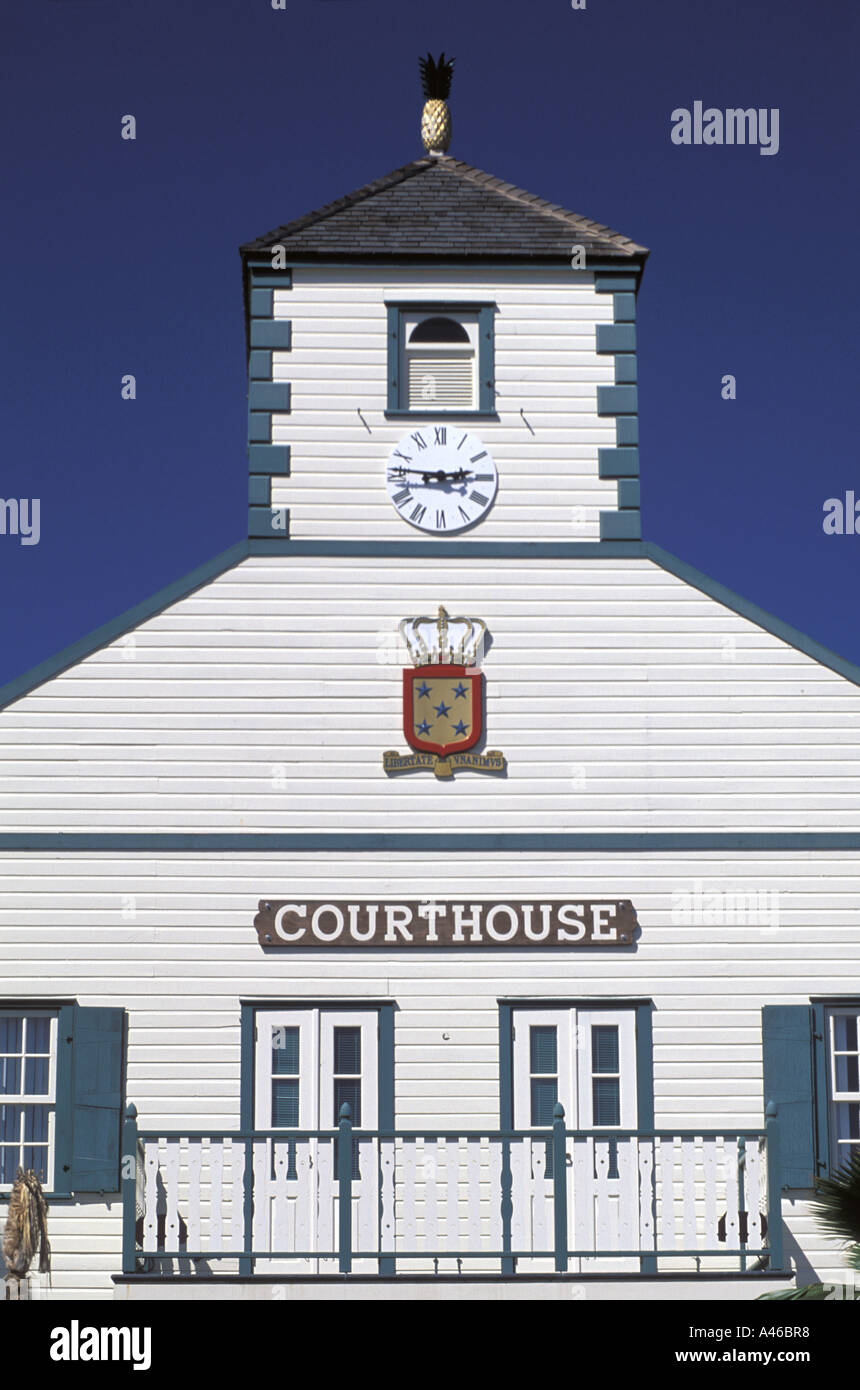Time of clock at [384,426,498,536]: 2:46
